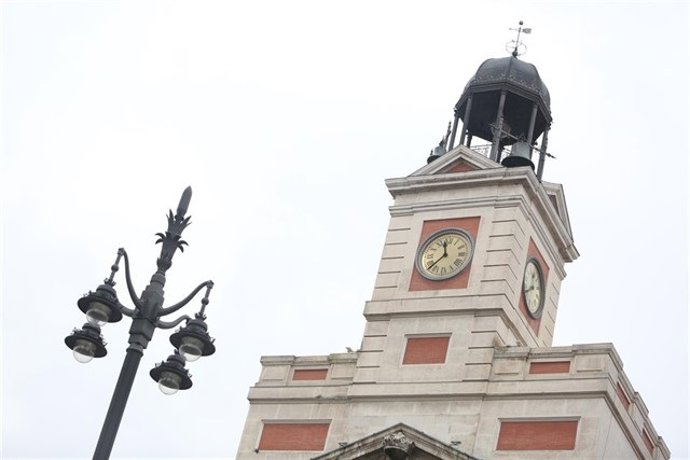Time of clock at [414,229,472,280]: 11:37
